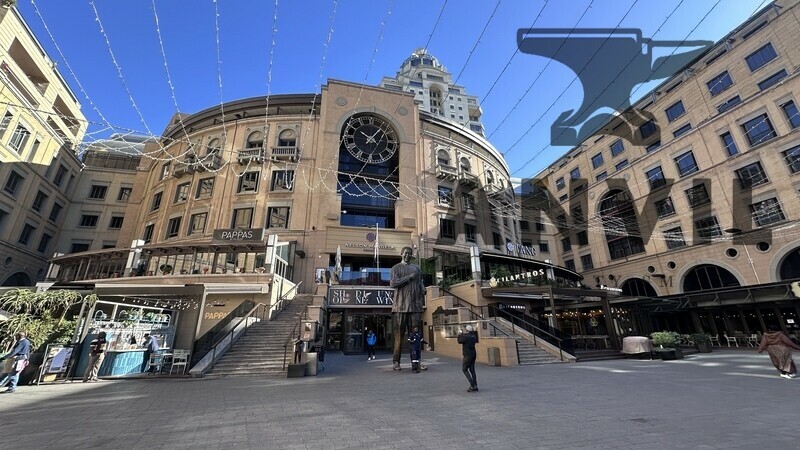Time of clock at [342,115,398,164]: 10:06
